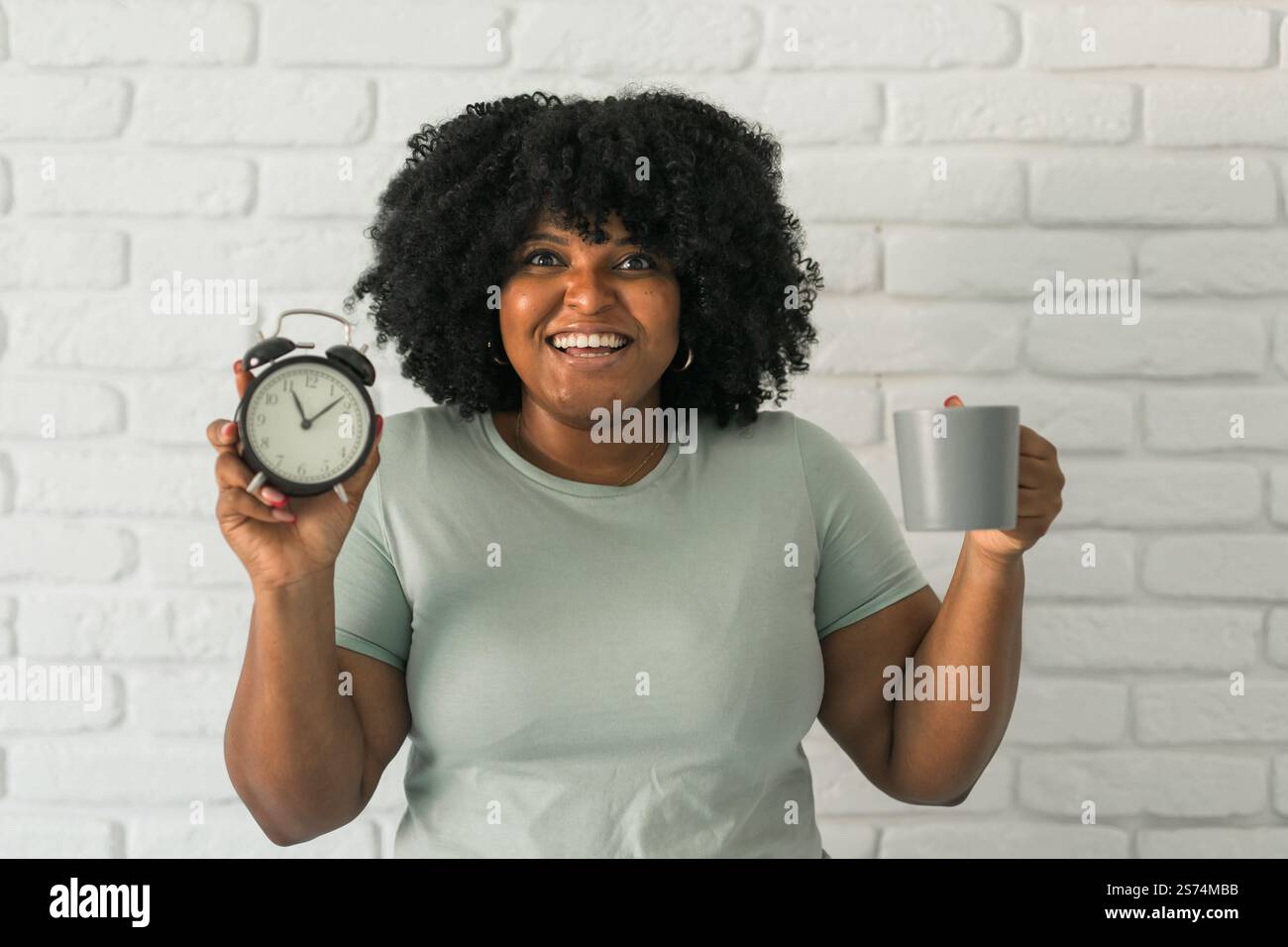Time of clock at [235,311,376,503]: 11:08
